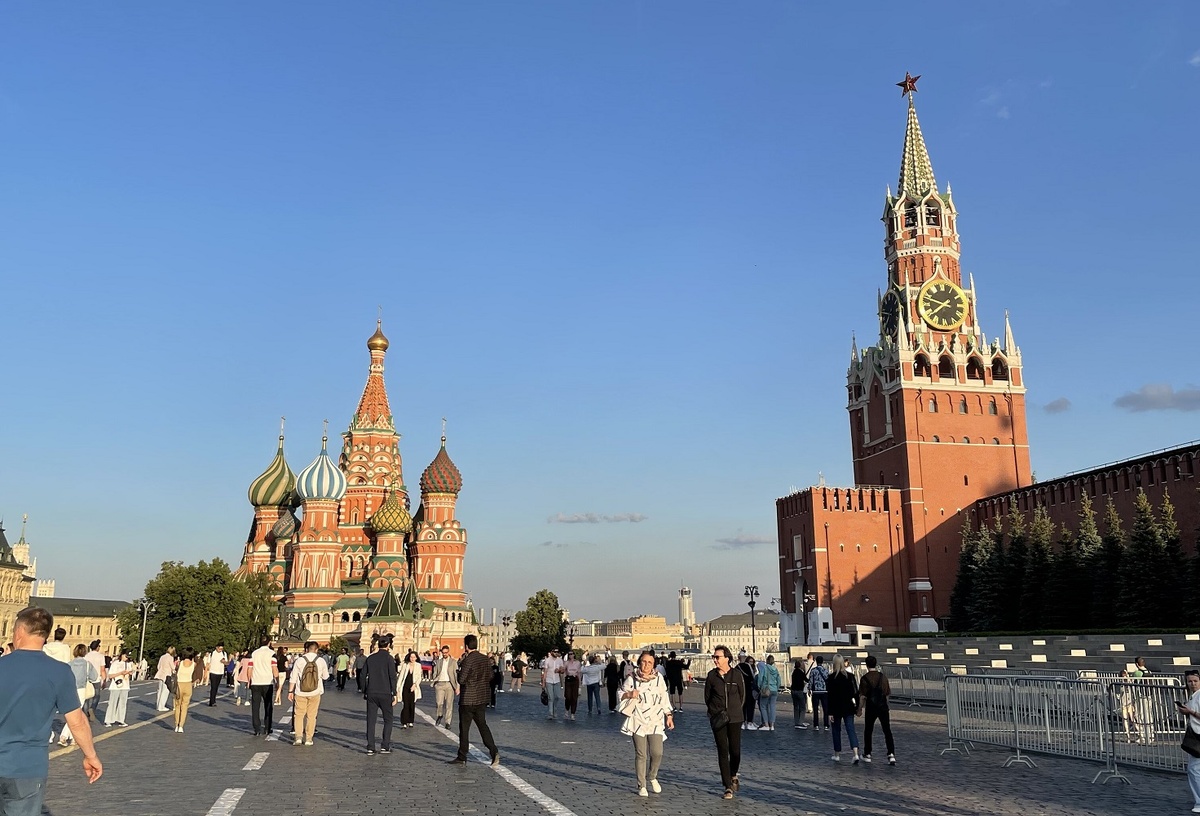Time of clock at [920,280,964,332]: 7:46
